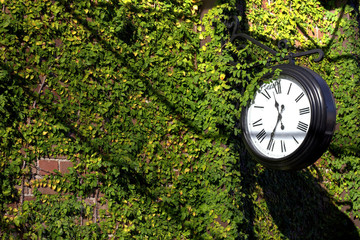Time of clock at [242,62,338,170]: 11:35
